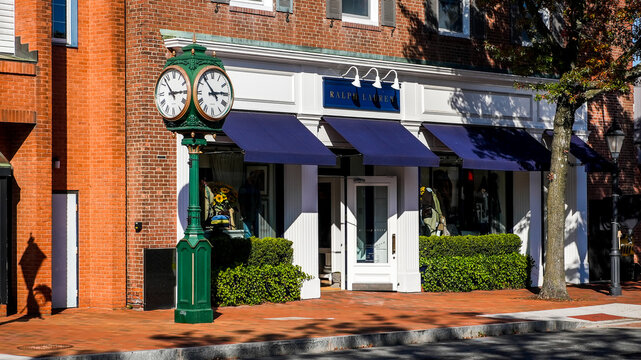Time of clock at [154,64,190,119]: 2:53
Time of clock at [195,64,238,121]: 2:53
